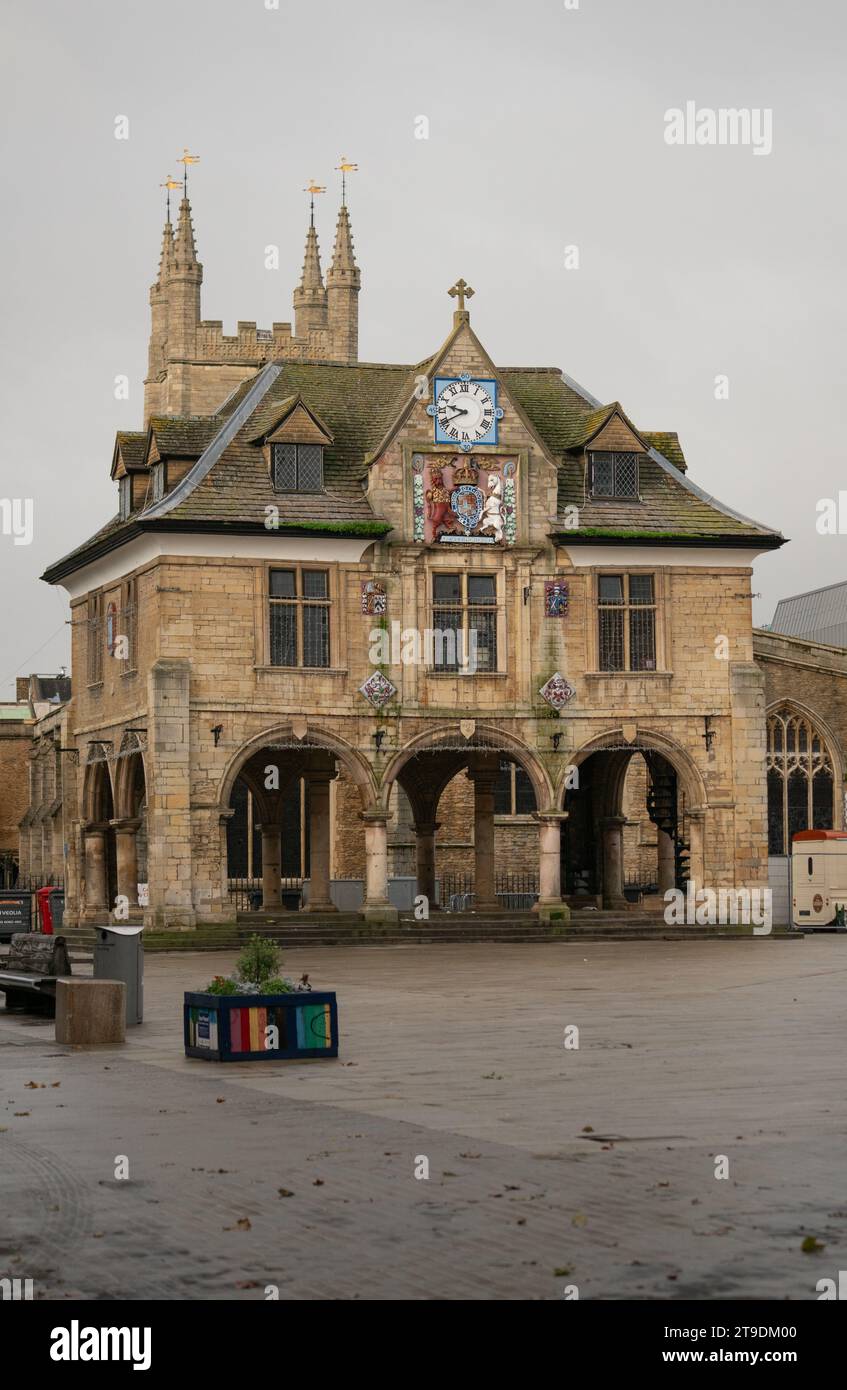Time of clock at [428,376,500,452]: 9:40
